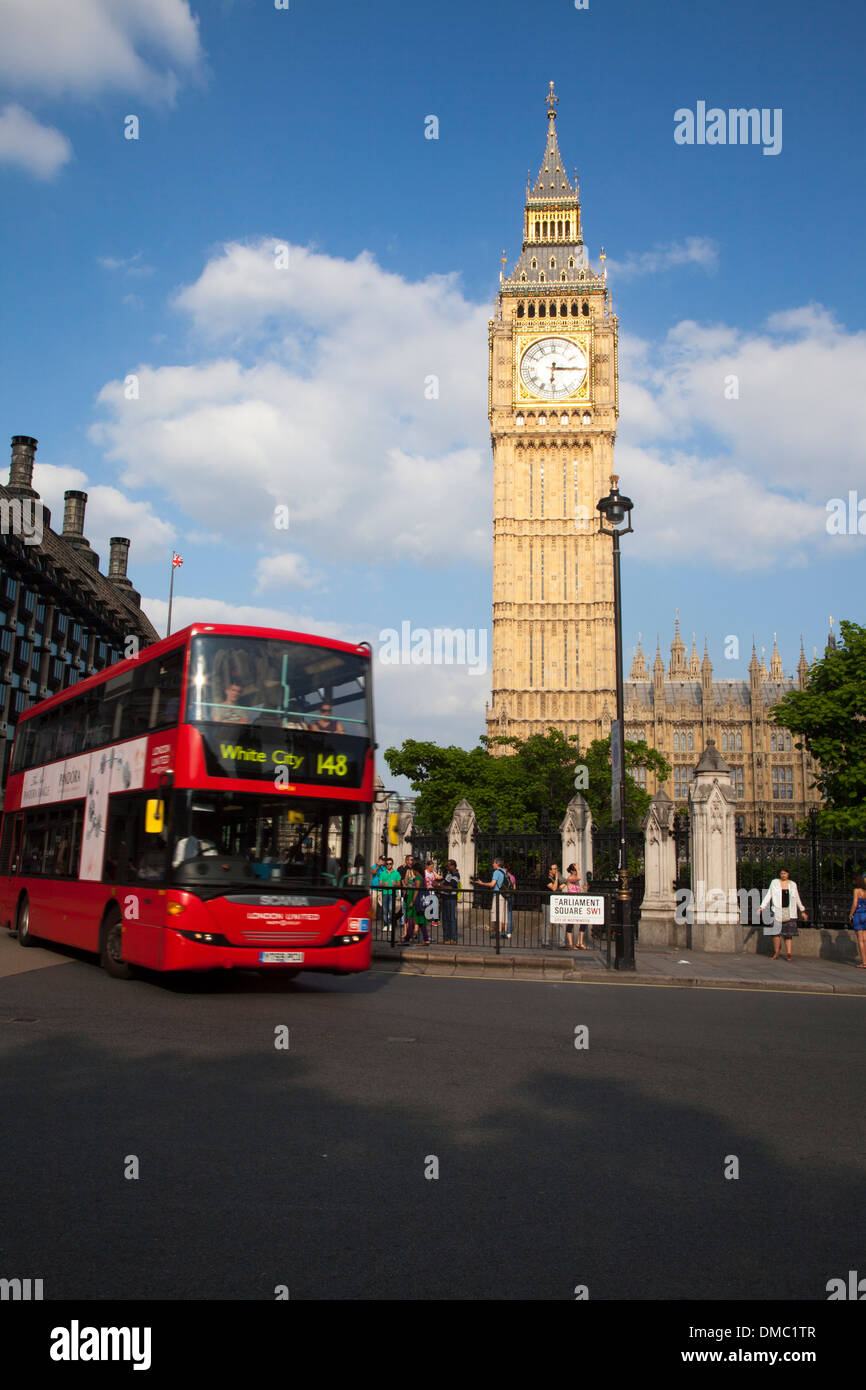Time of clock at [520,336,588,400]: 6:15
